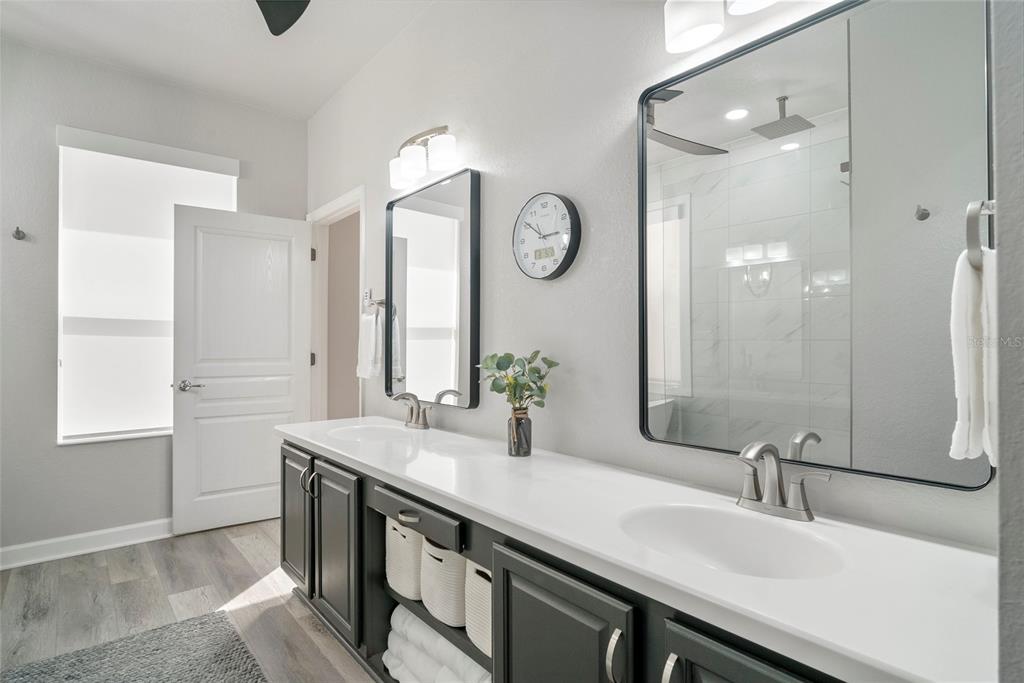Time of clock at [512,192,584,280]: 2:50
